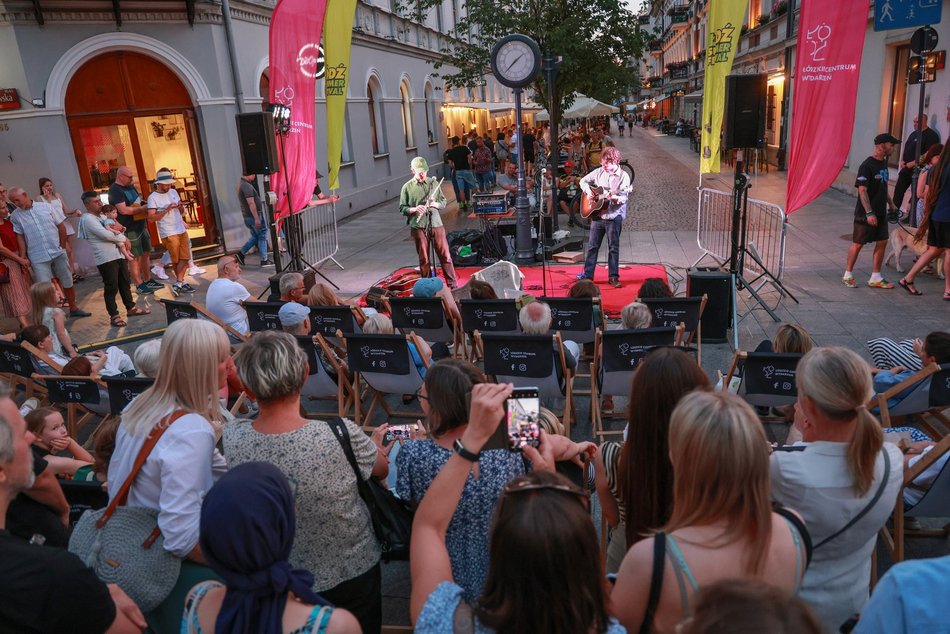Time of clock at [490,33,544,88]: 1:37
